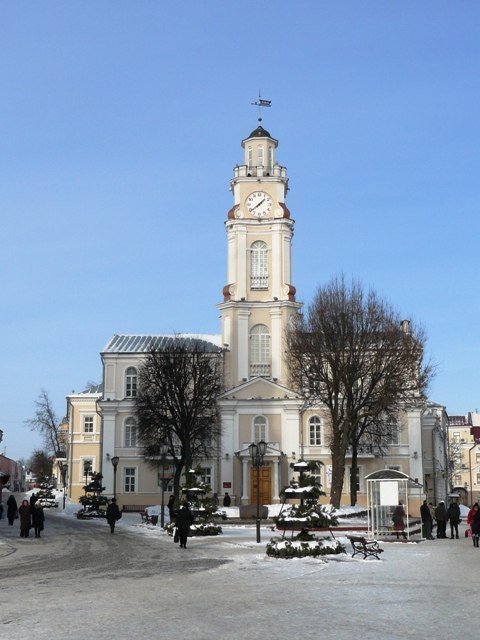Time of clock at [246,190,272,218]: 1:38
